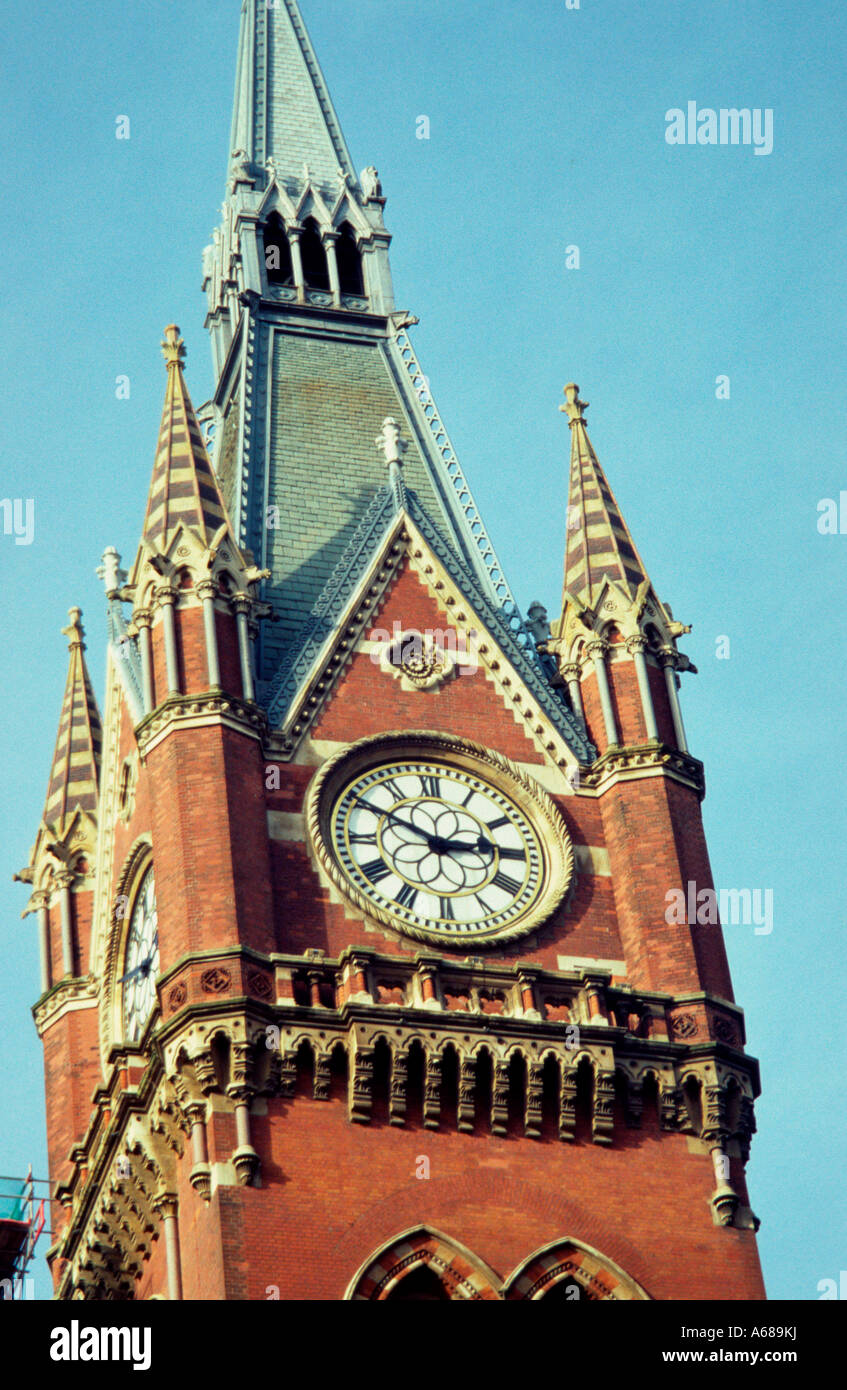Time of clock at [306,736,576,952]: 2:50
